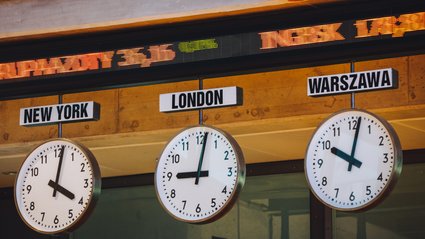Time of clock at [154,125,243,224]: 9:01
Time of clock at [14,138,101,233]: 4:01
